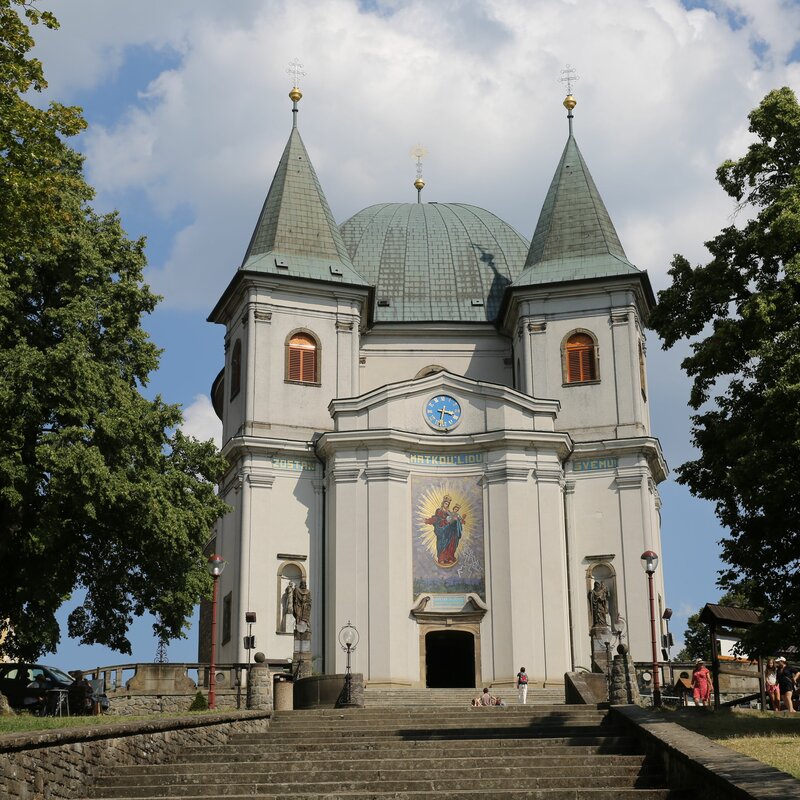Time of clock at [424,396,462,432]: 3:32
